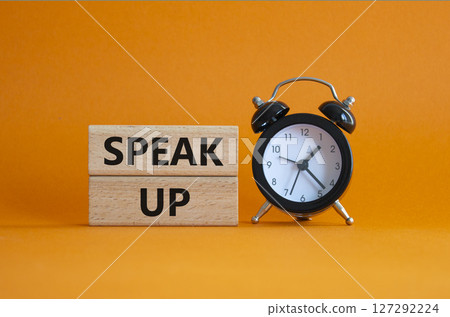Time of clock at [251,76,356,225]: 1:22
